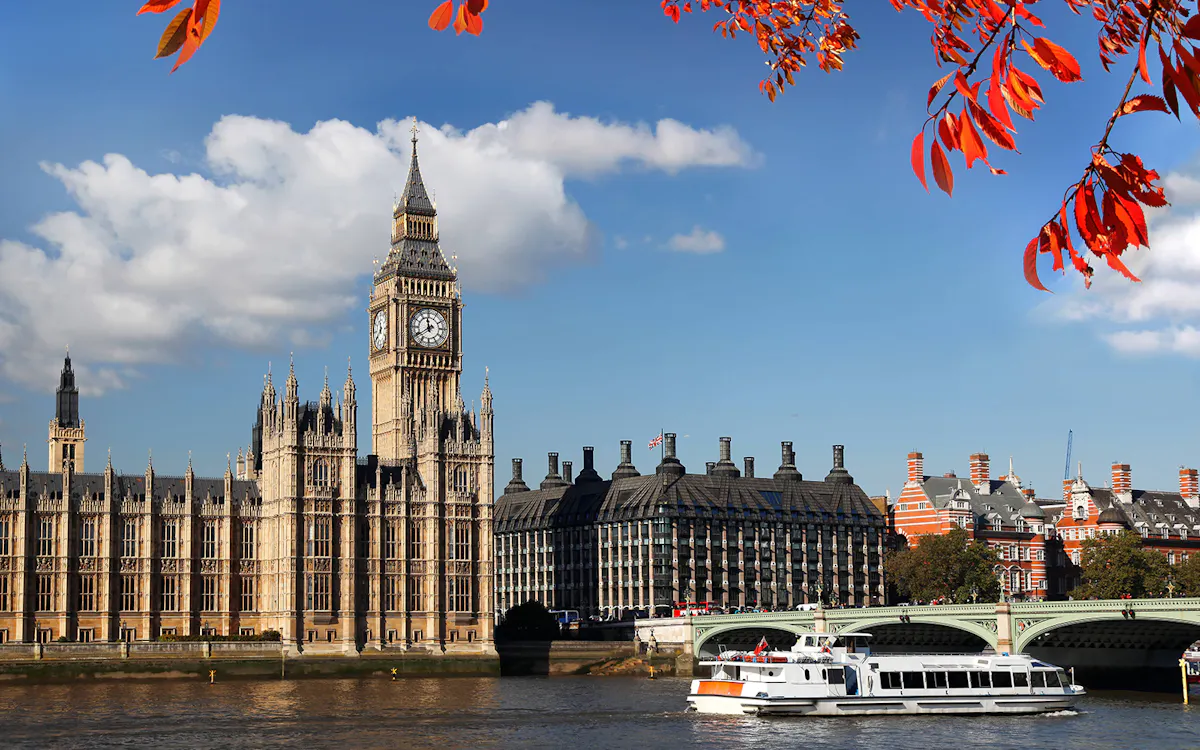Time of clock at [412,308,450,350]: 11:39
